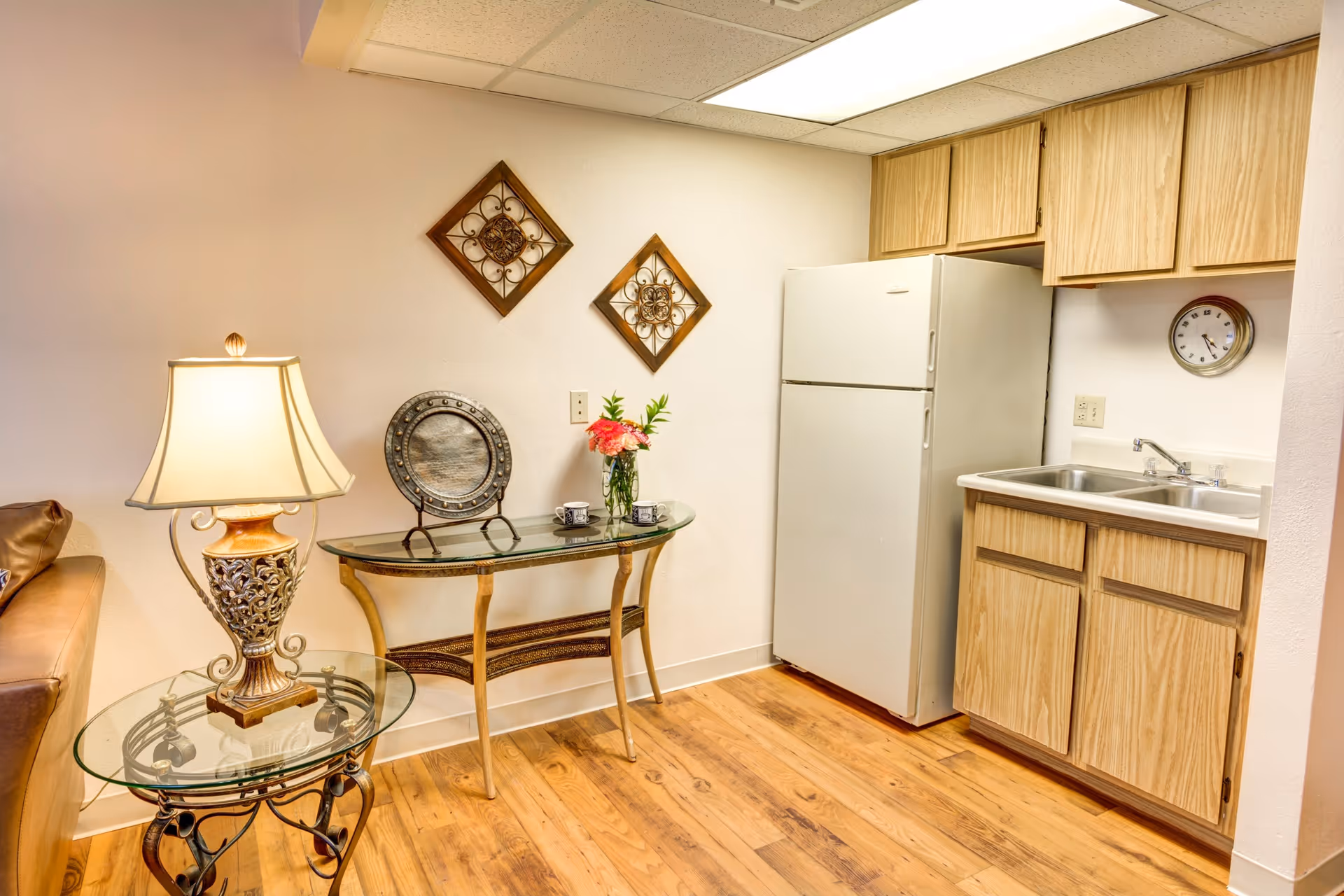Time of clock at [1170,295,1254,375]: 4:25
